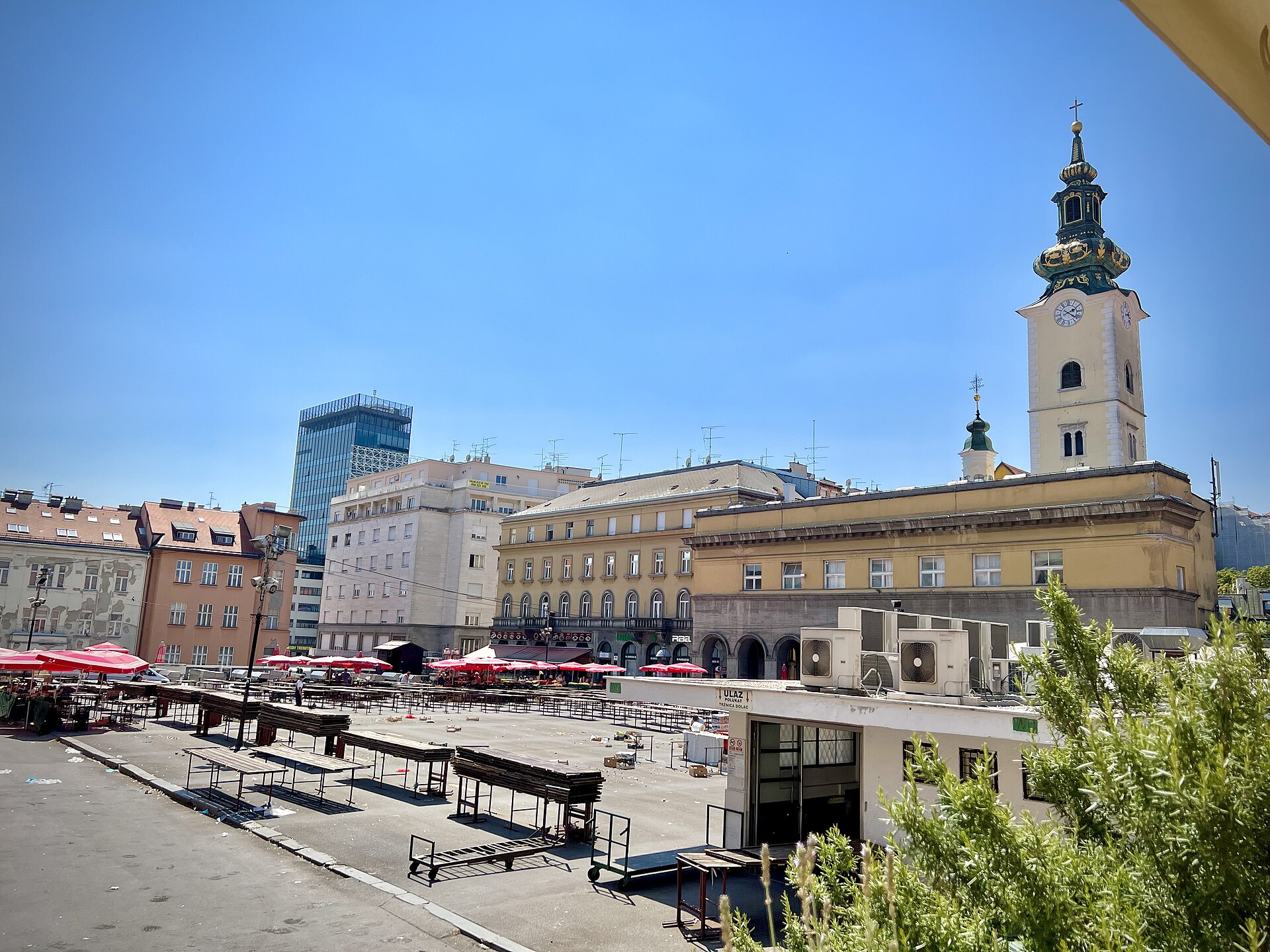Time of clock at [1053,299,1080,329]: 2:21
